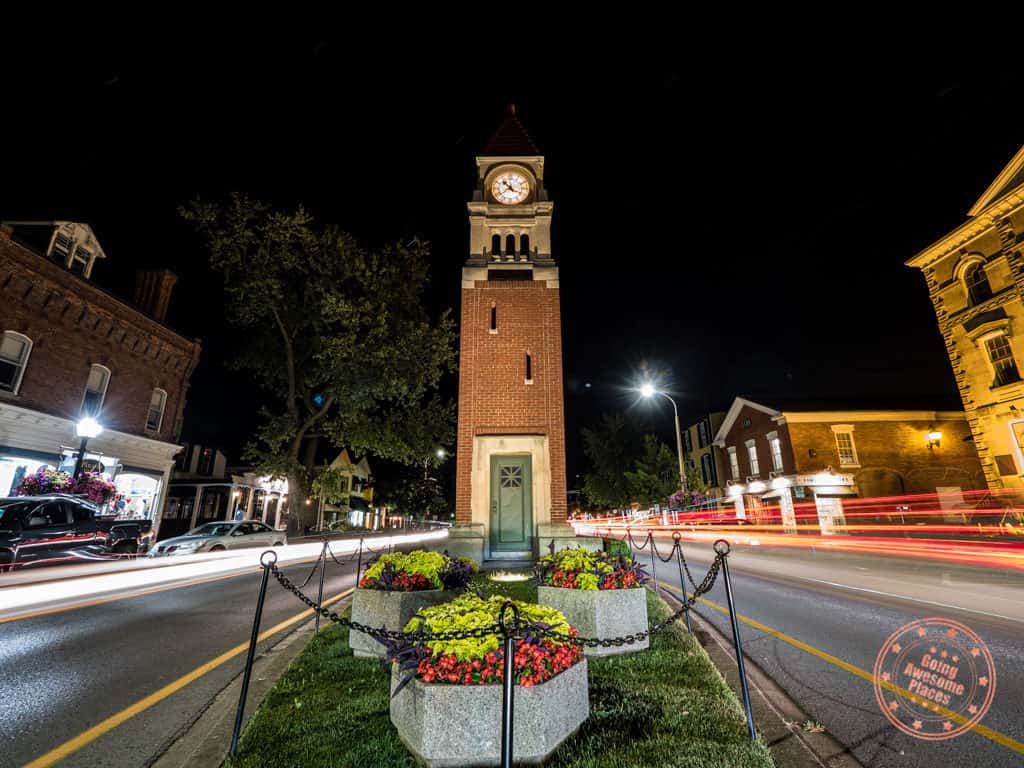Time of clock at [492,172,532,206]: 10:39
